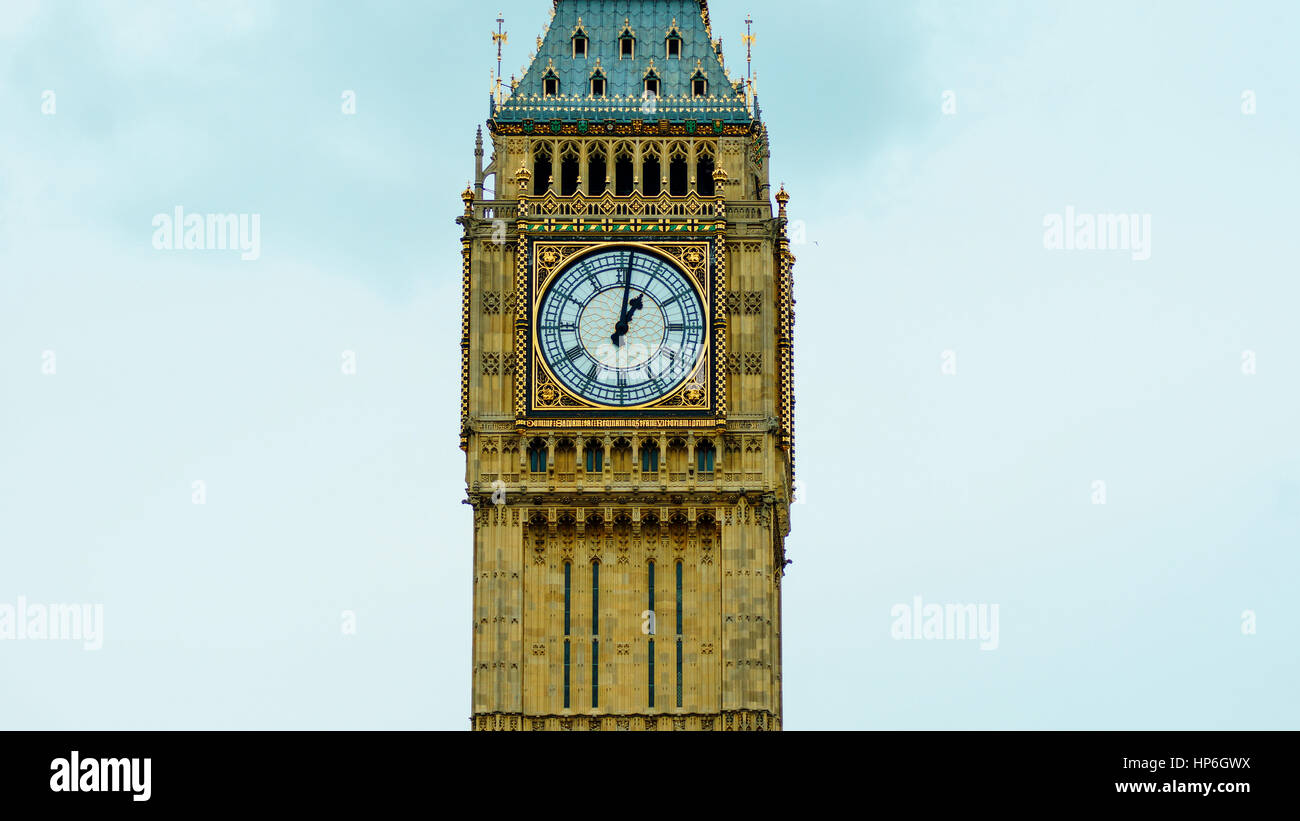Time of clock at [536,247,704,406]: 1:01
